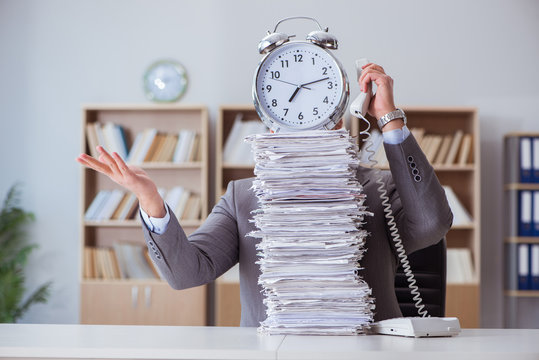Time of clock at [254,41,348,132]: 7:12
